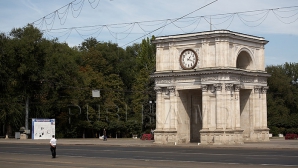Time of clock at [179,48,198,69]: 1:18
